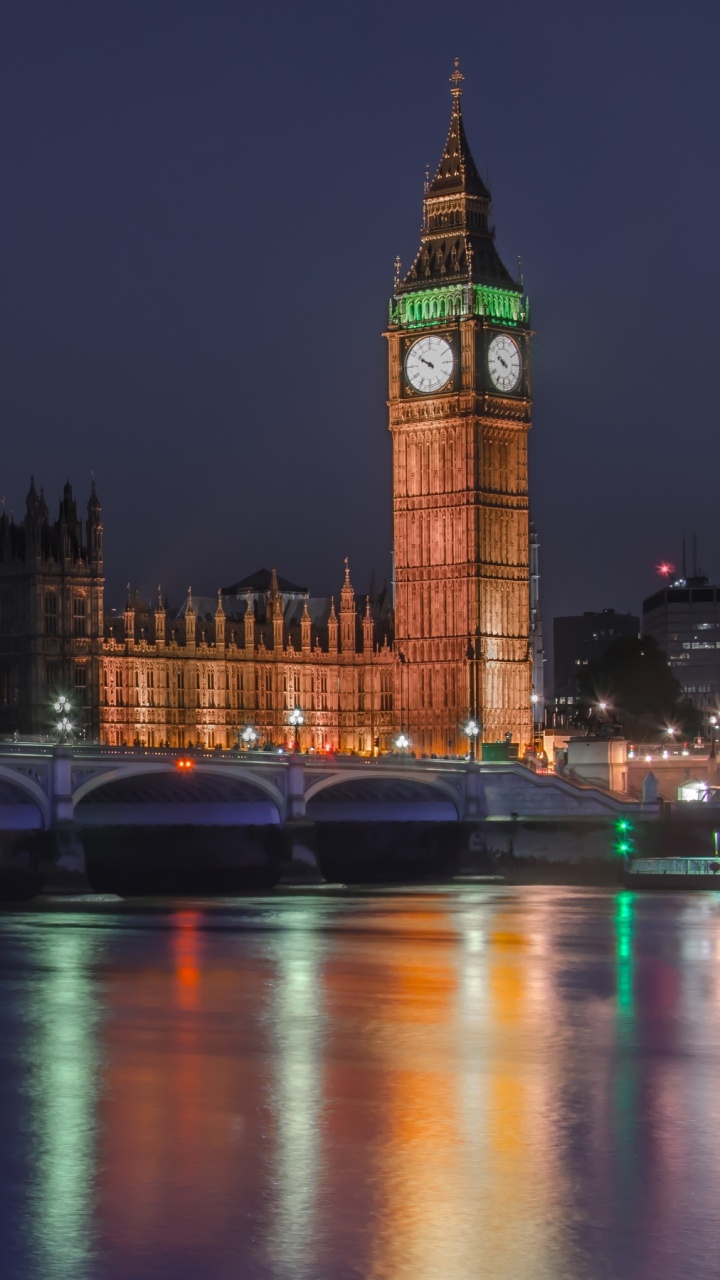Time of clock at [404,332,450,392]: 9:50
